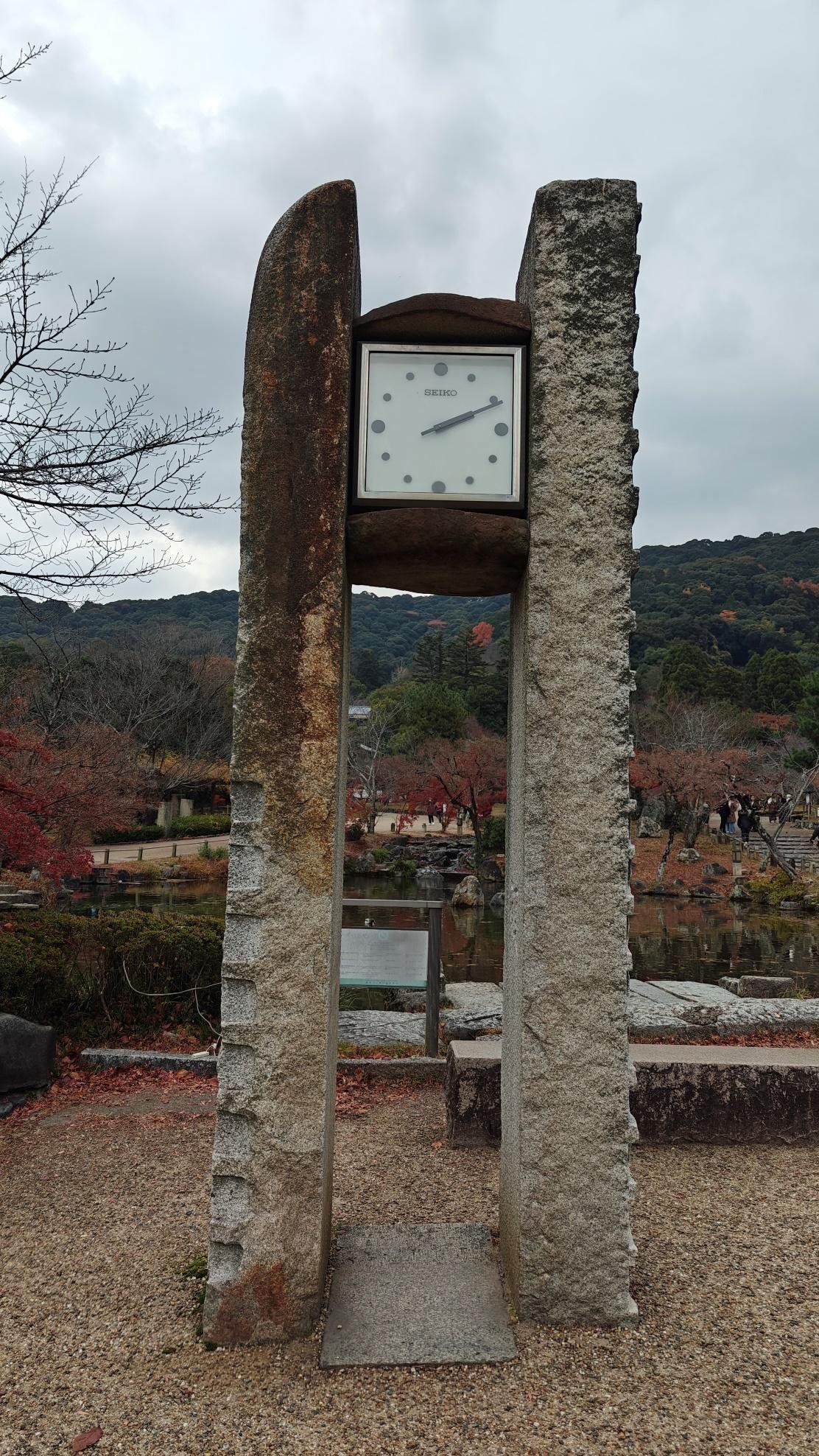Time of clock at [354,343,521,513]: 2:11
